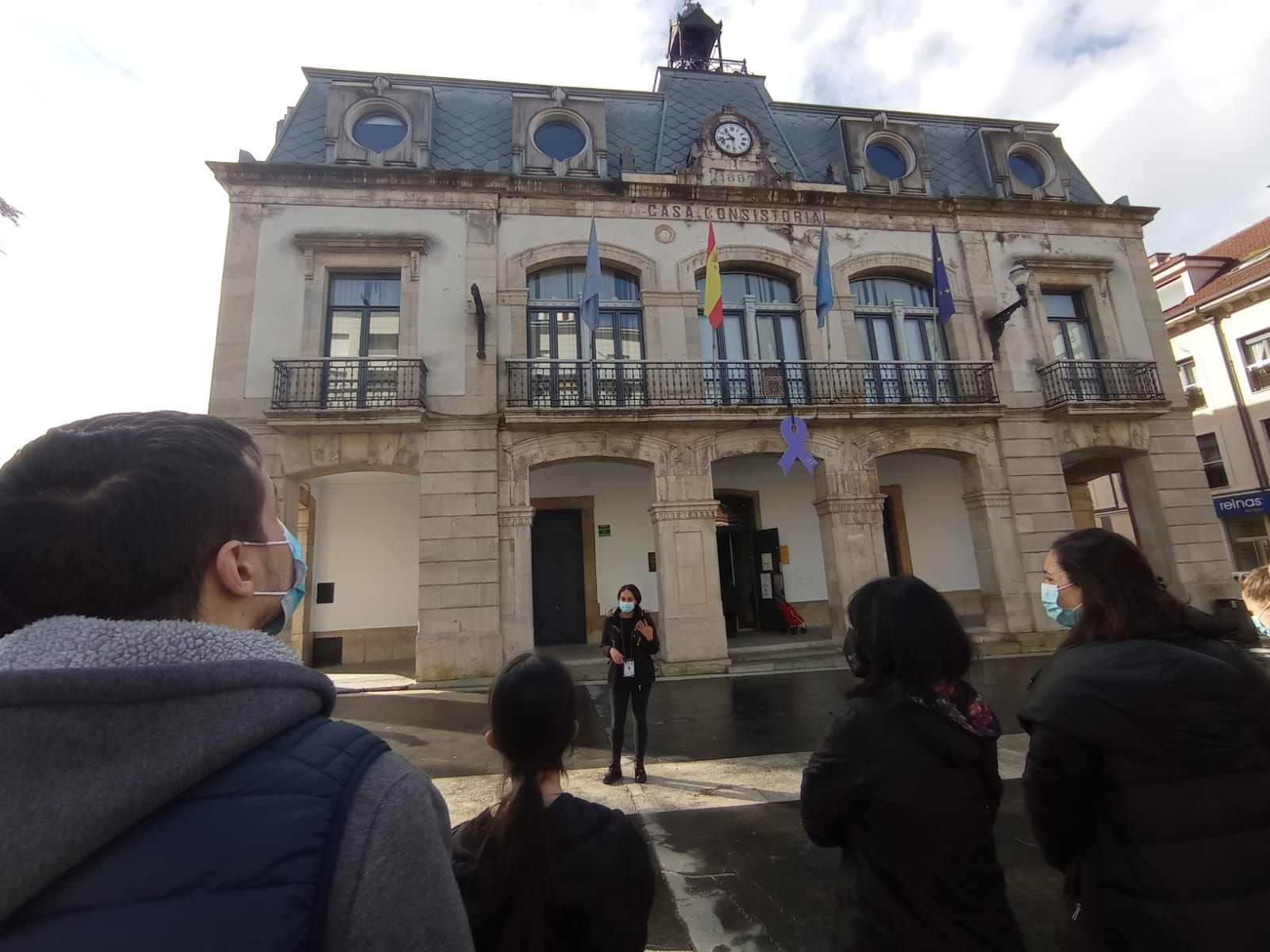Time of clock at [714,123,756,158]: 10:42
